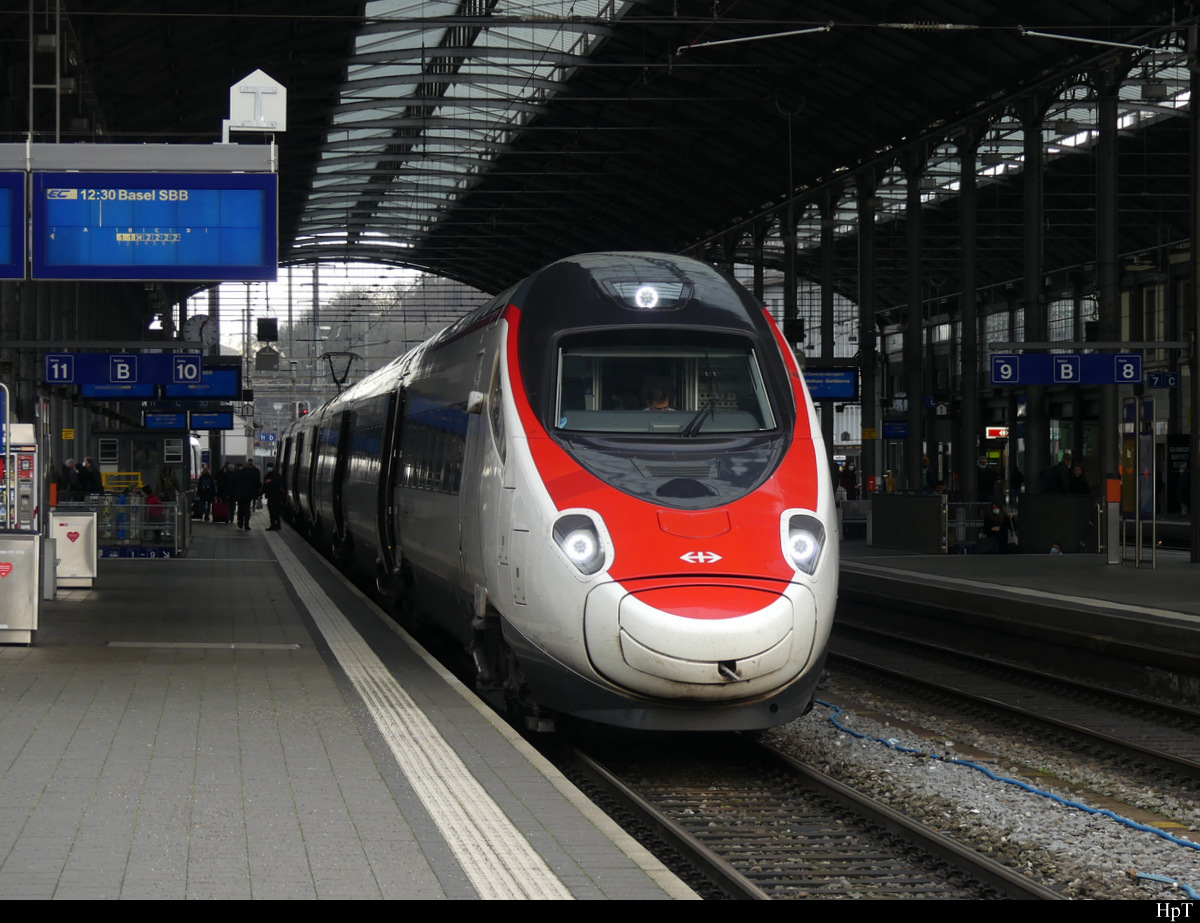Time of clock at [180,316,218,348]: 12:28
